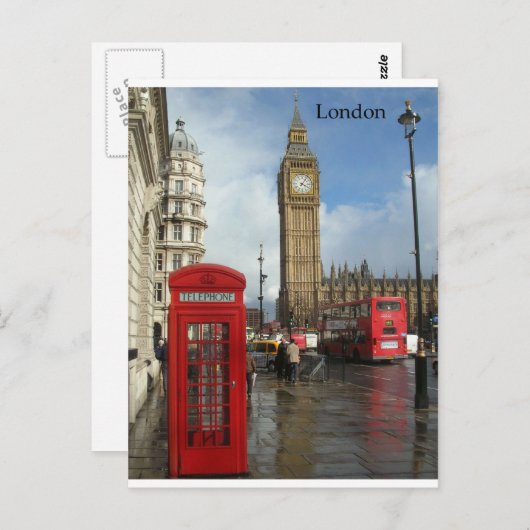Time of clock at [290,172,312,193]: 4:06
